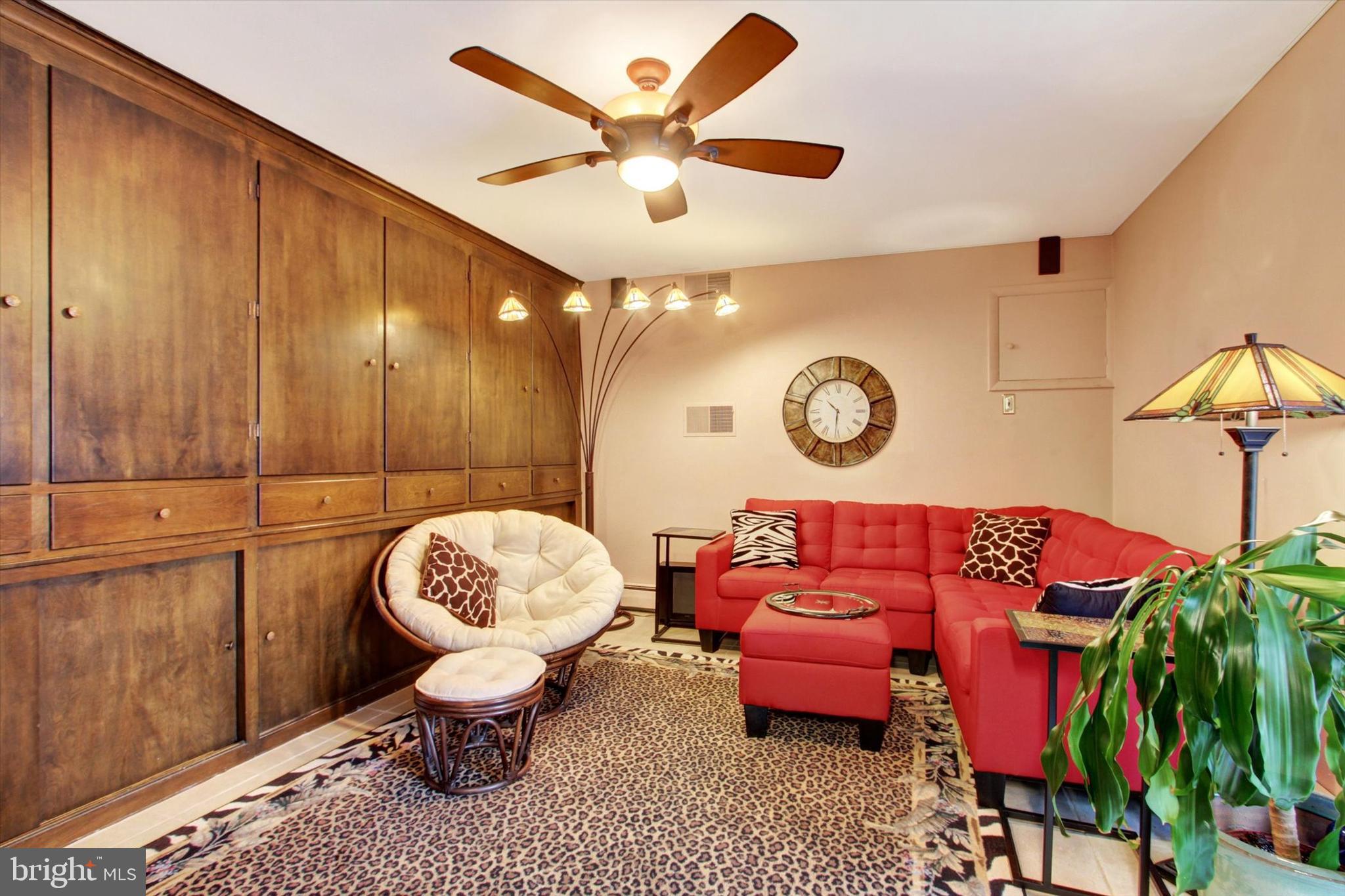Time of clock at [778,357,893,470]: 10:30
